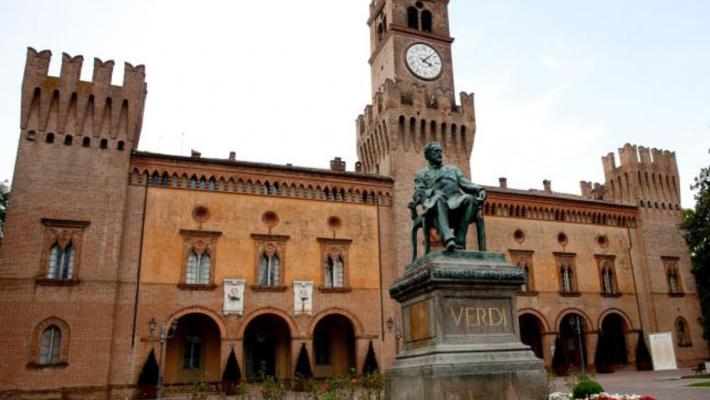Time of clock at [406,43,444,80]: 4:07
